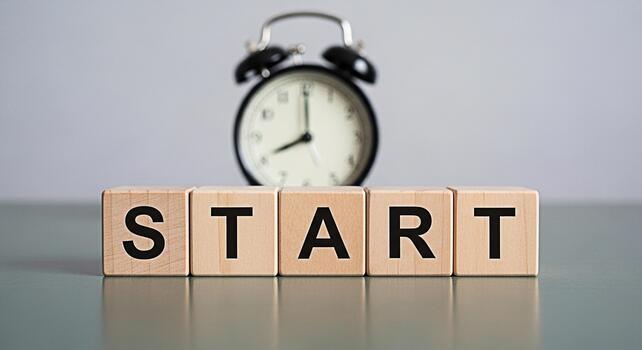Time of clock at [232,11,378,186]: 8:00
